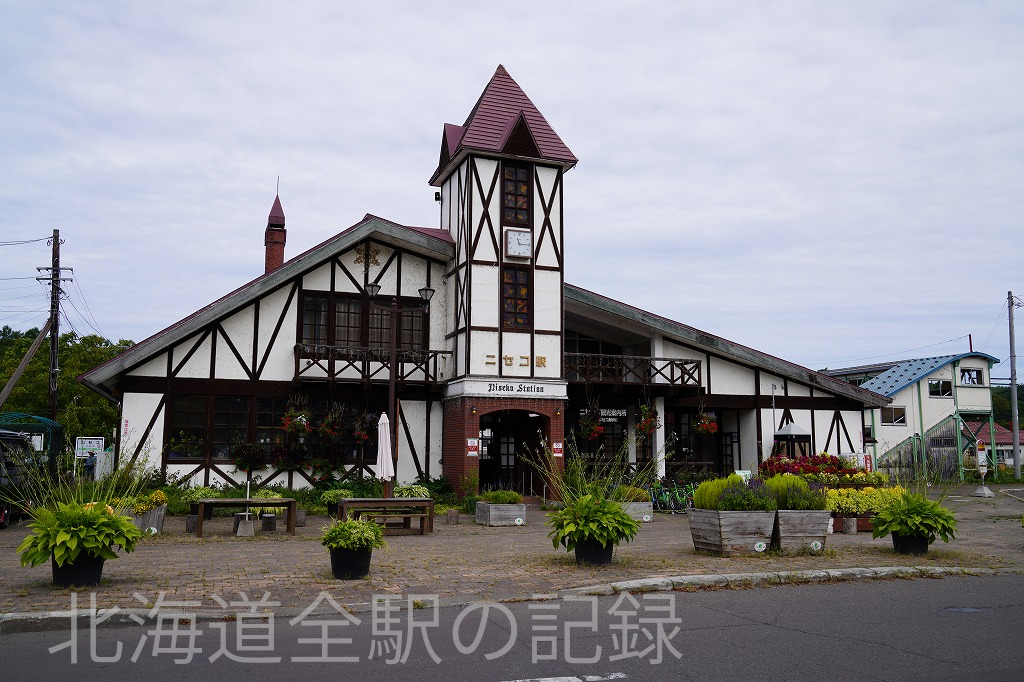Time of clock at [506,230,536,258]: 11:14
